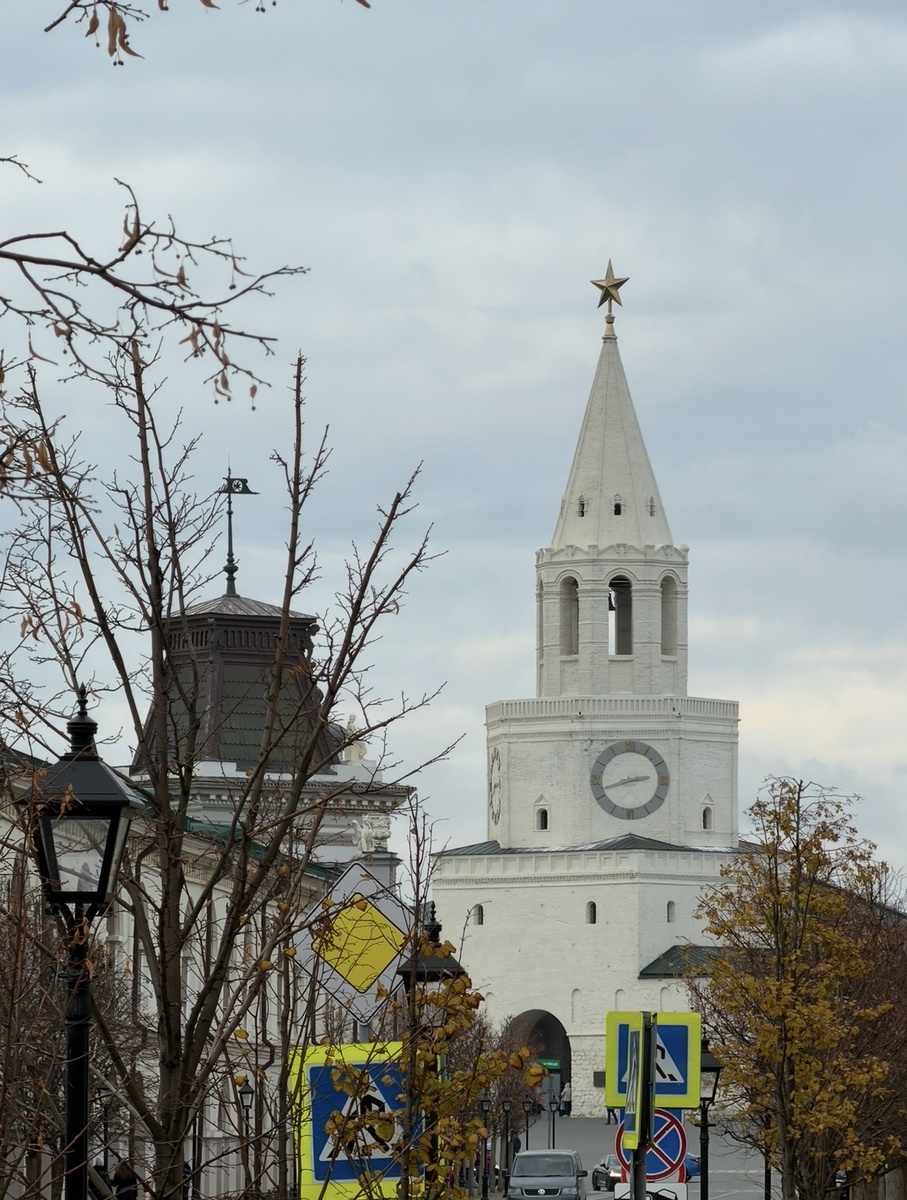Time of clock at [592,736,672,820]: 2:42
